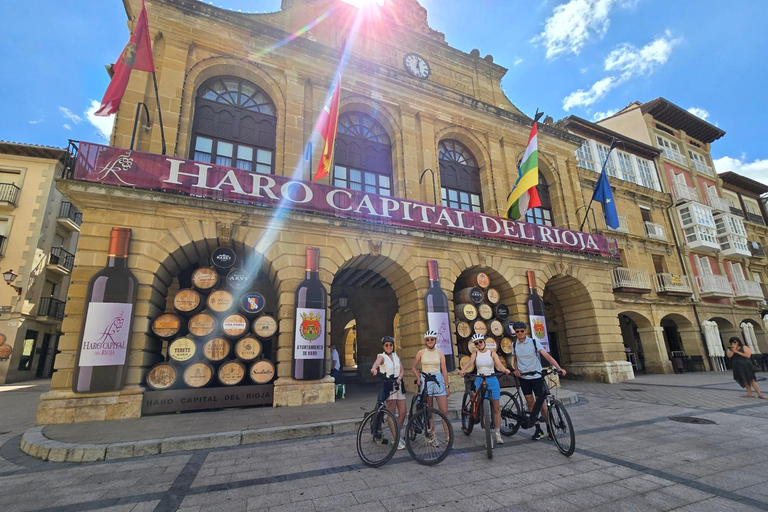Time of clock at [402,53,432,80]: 12:27
